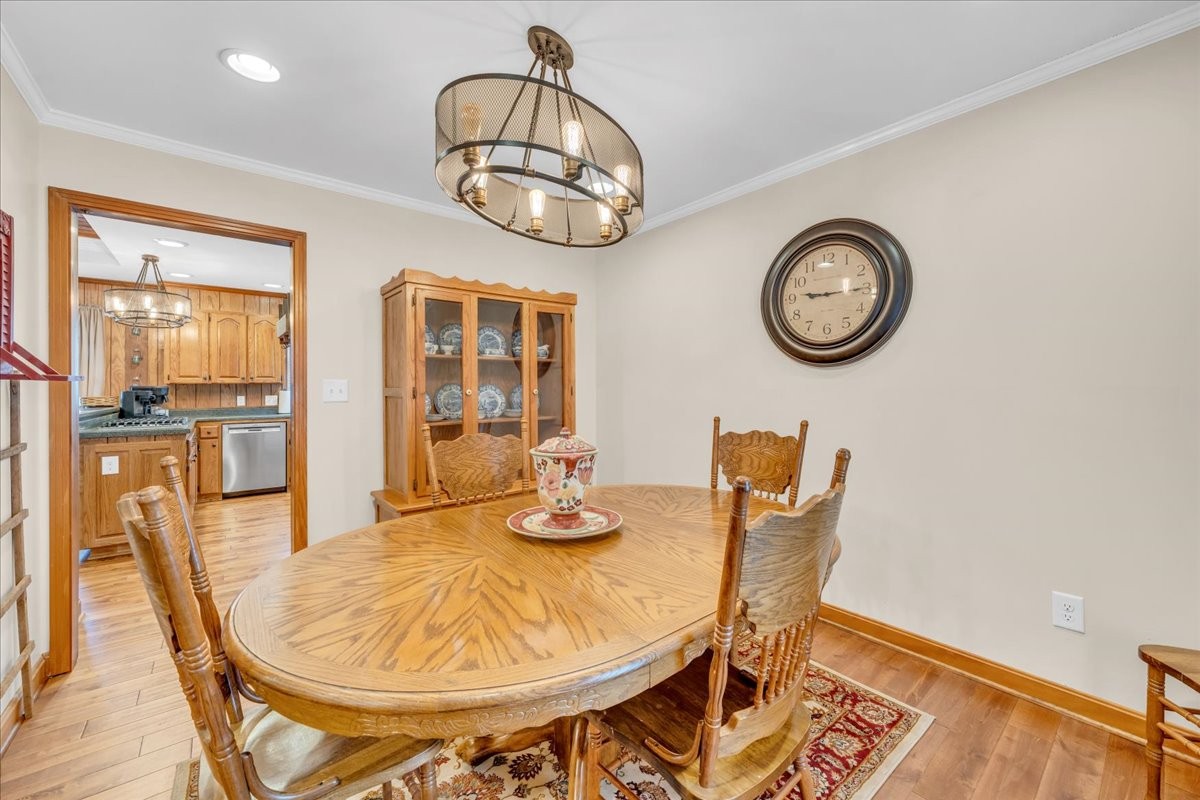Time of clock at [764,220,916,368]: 9:14
